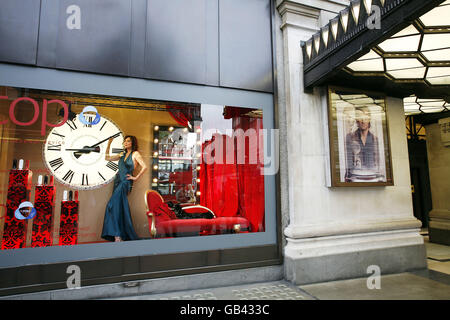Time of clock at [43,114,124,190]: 3:09
